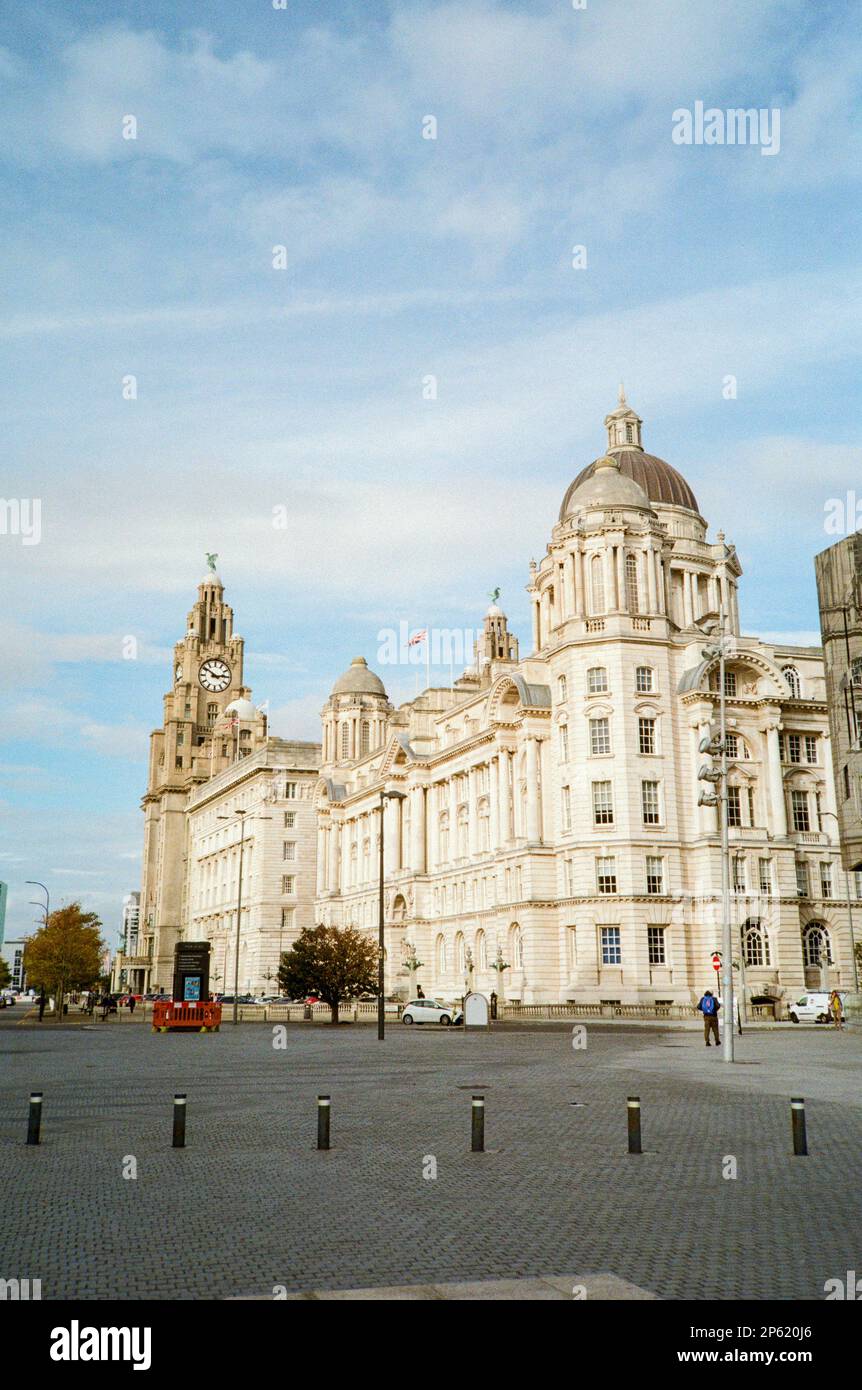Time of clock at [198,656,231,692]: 2:50
